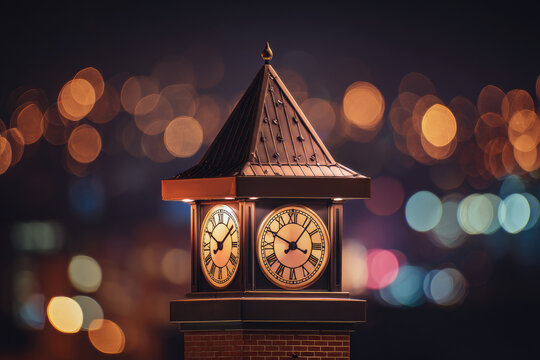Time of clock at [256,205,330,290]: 3:49
